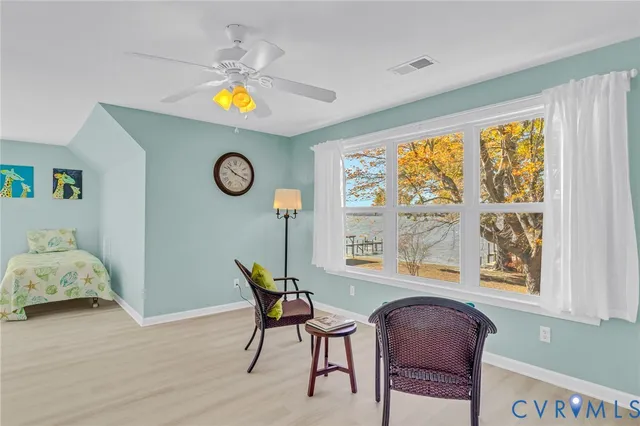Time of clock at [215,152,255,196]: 10:18
